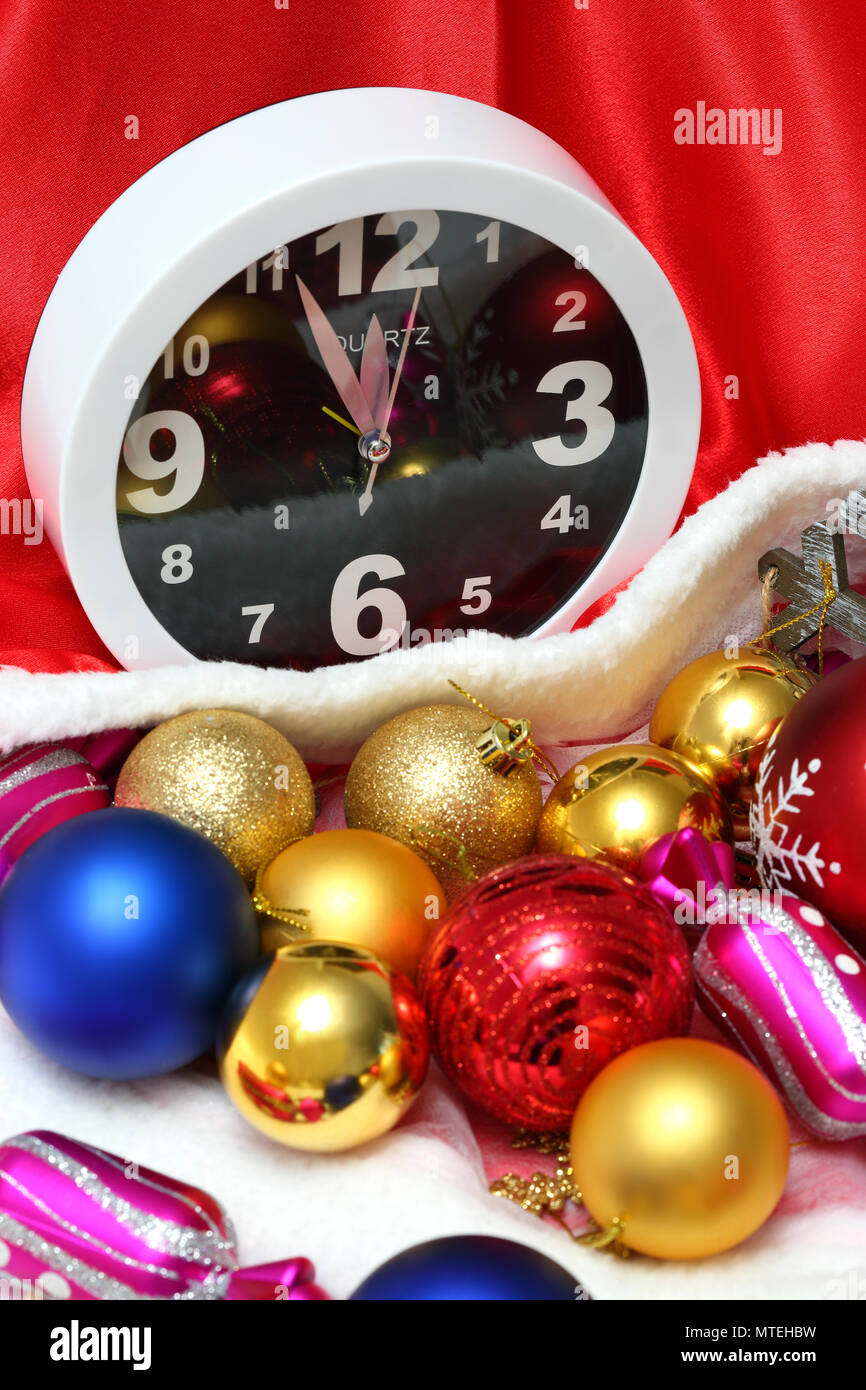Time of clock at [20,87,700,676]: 11:55
